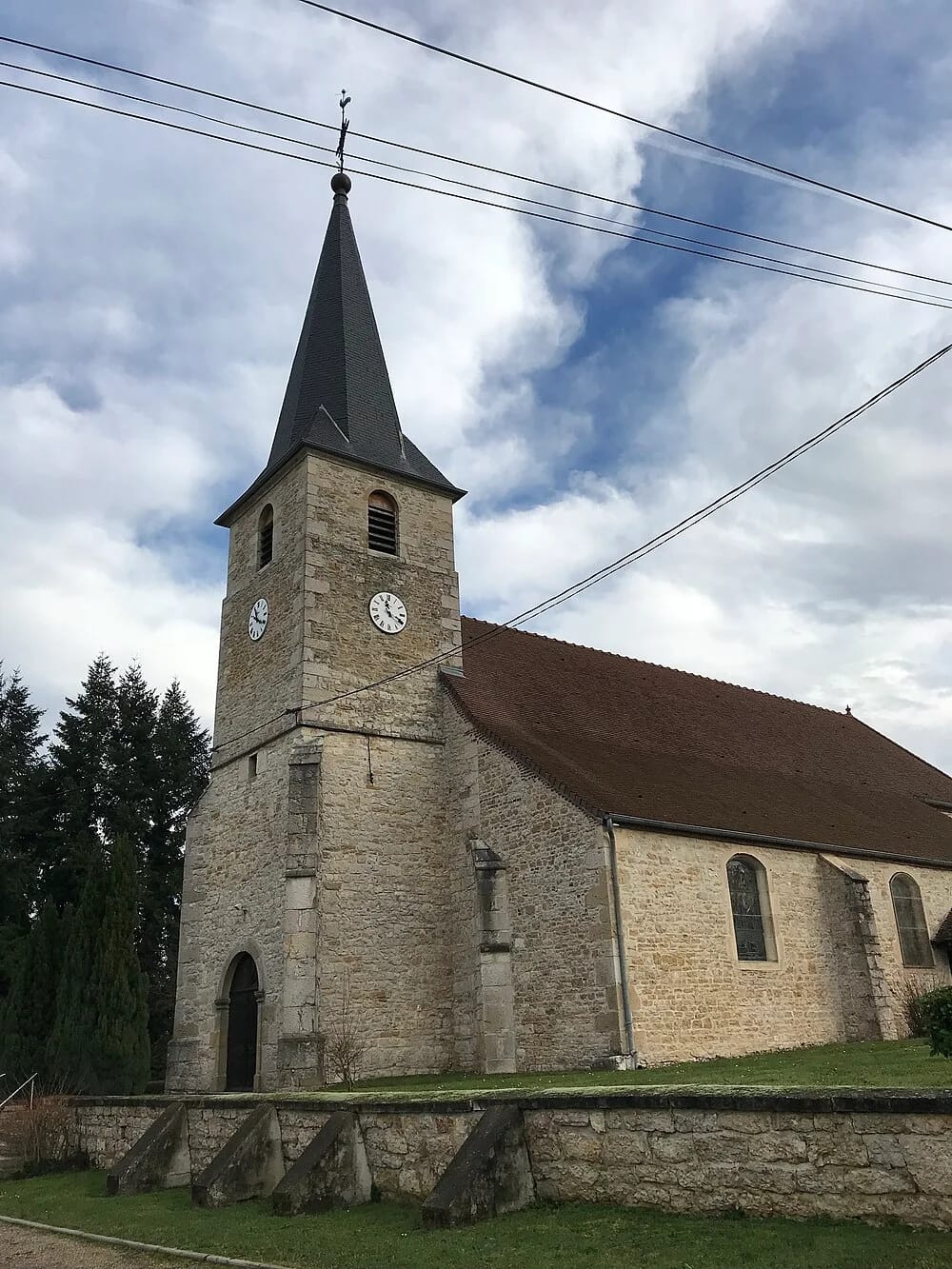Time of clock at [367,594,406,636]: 11:19
